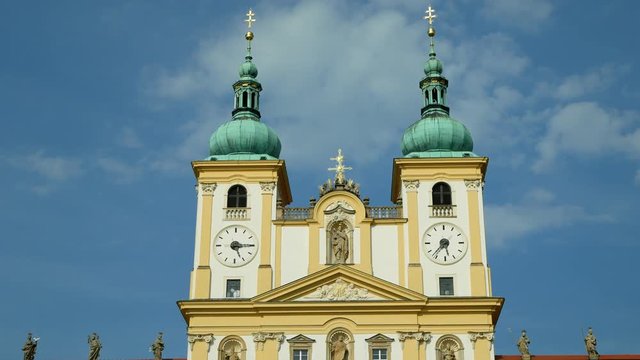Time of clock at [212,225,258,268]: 5:15
